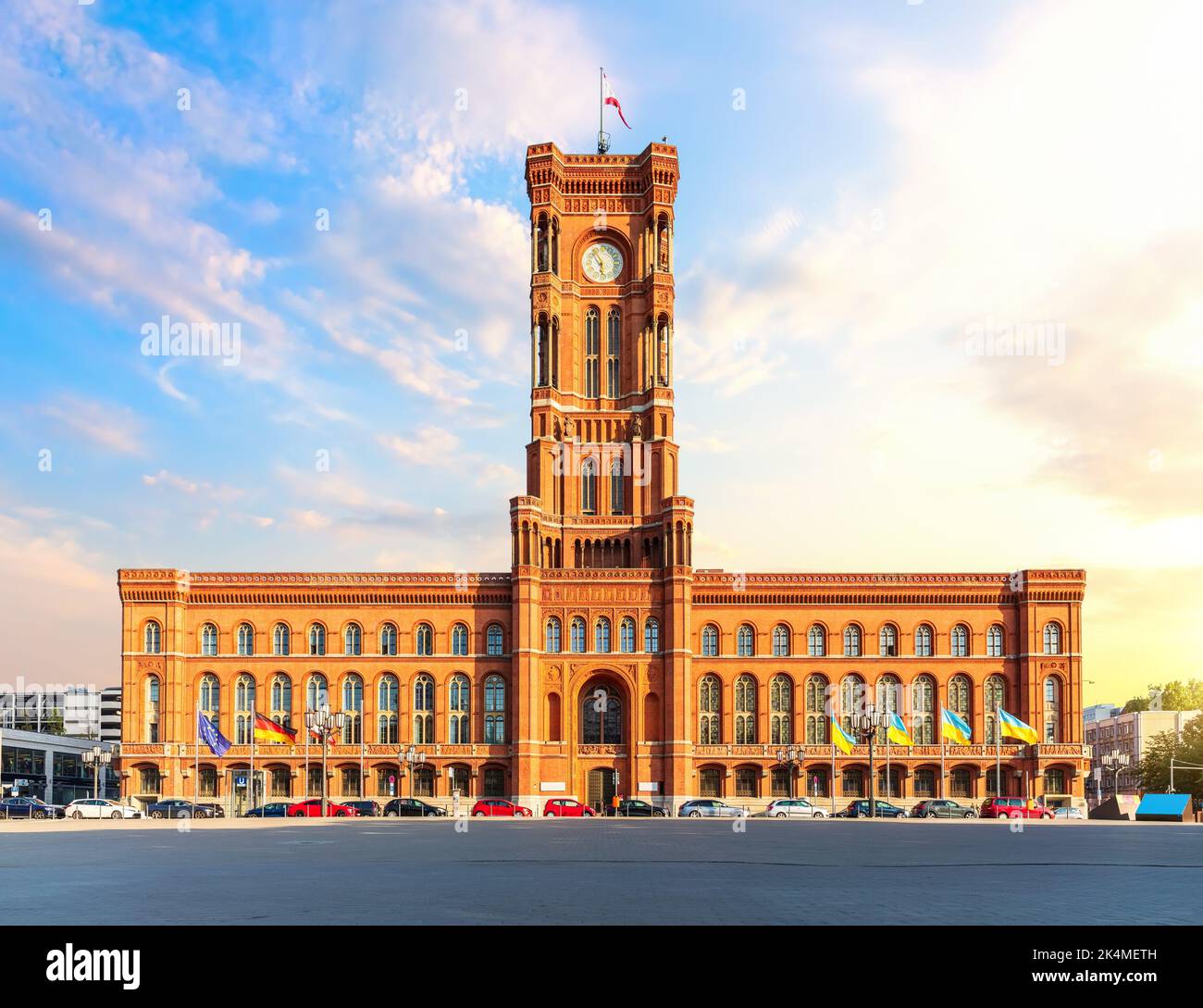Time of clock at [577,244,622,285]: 5:54
